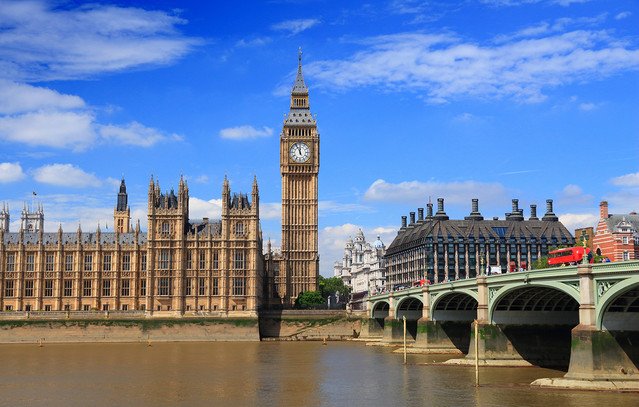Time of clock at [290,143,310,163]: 11:55
